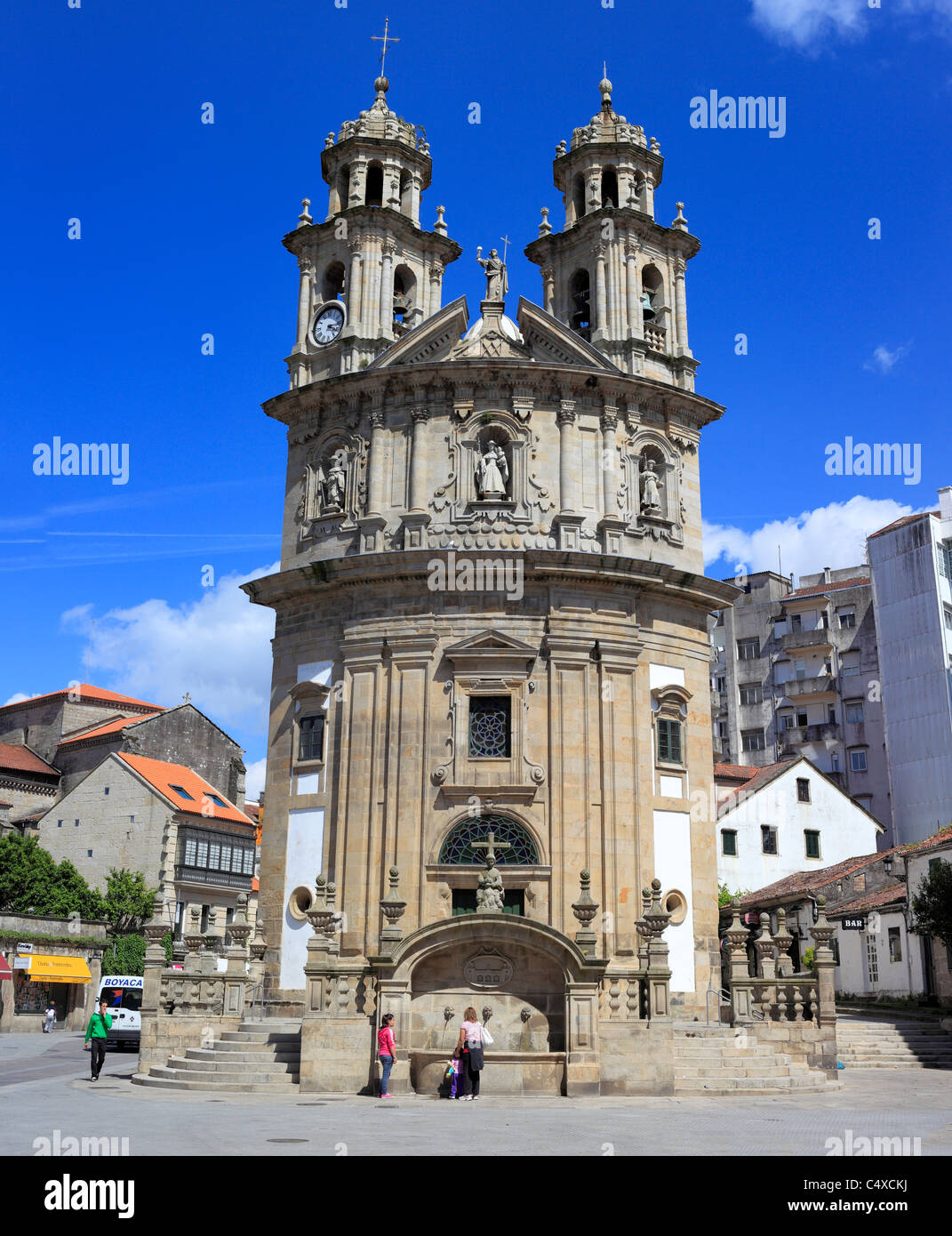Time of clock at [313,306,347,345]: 3:20
